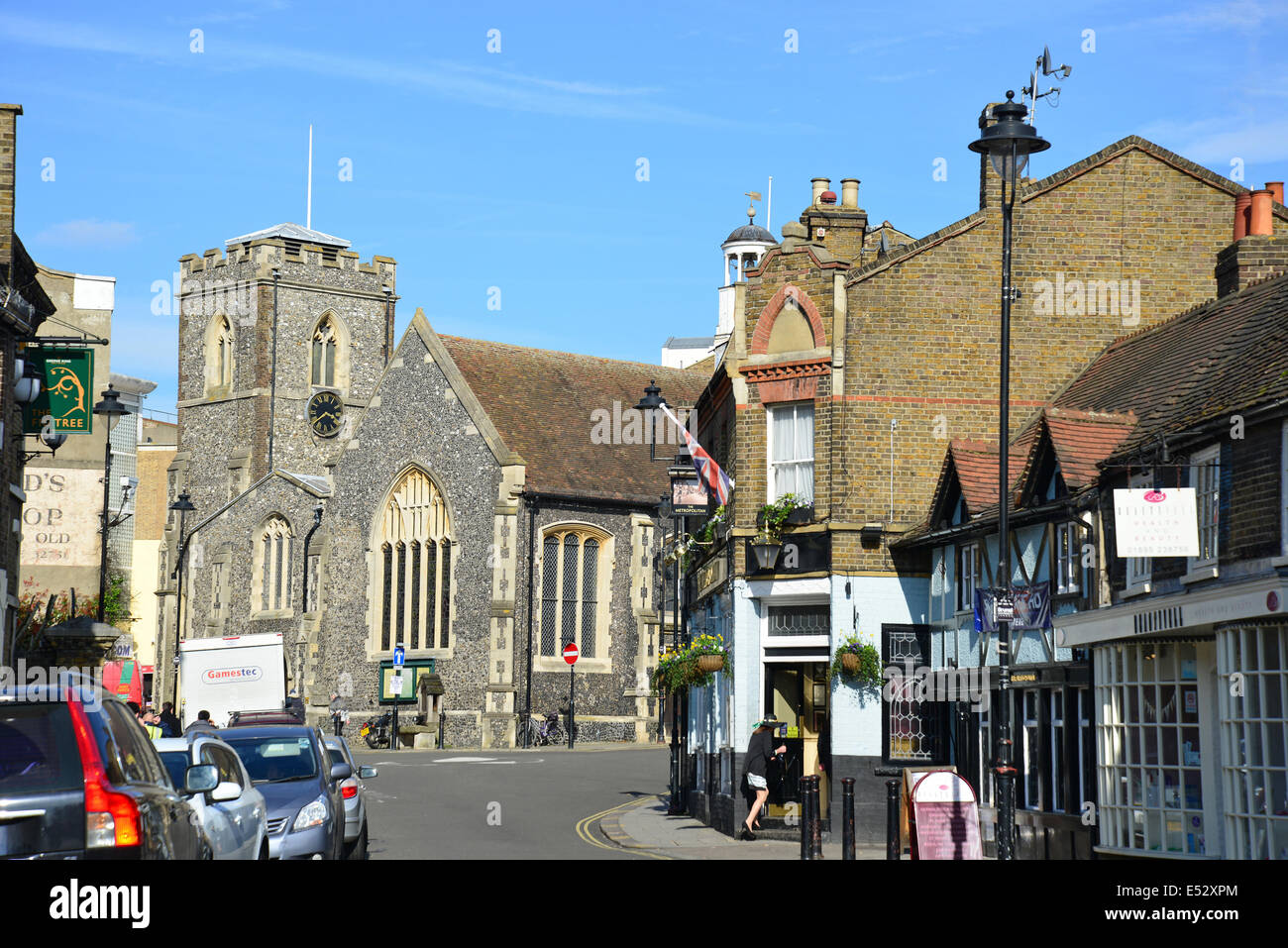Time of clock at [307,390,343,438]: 3:39
